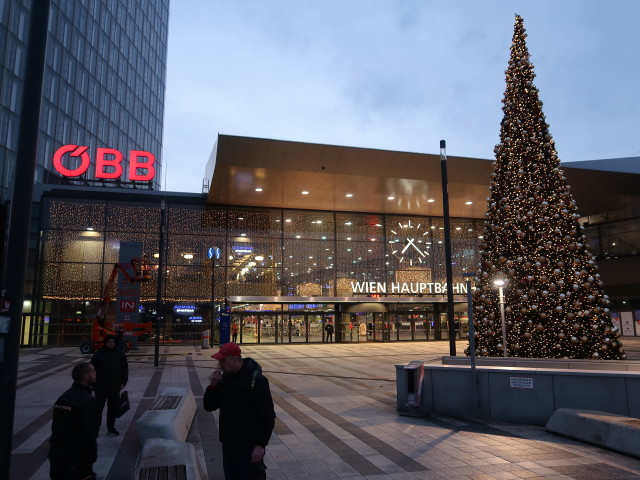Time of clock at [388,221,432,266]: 7:22
